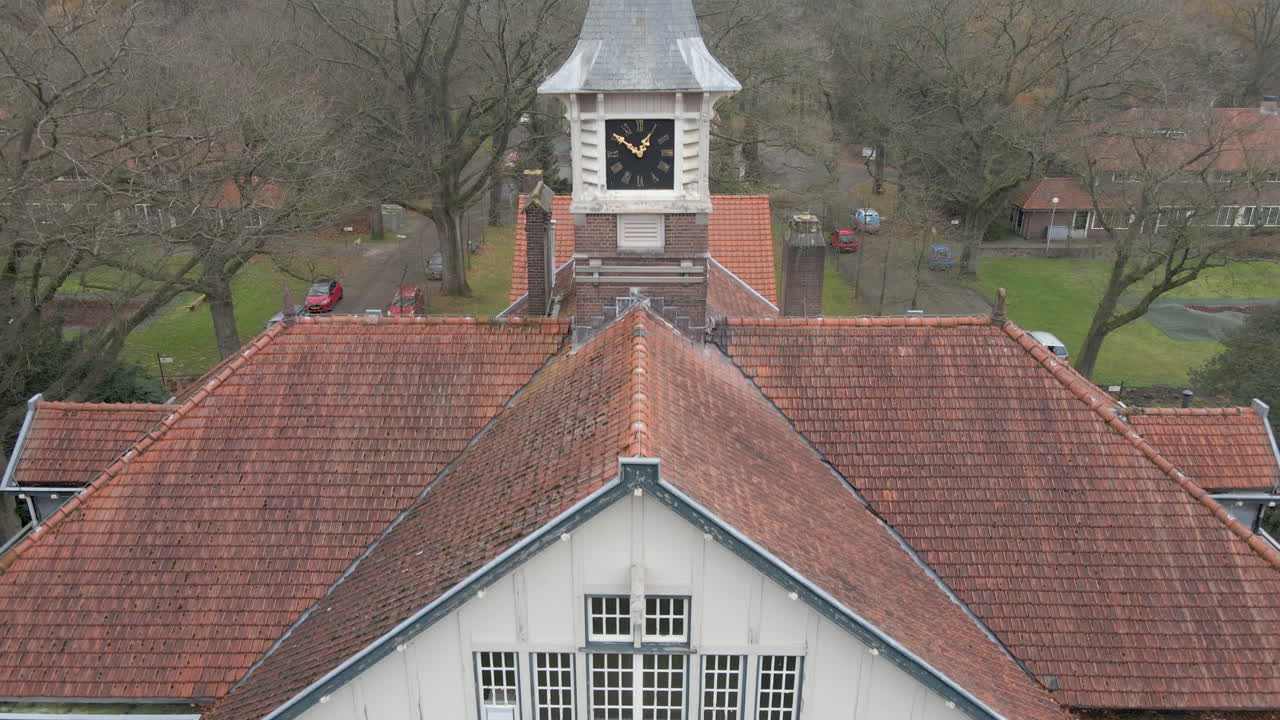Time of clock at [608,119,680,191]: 12:50
